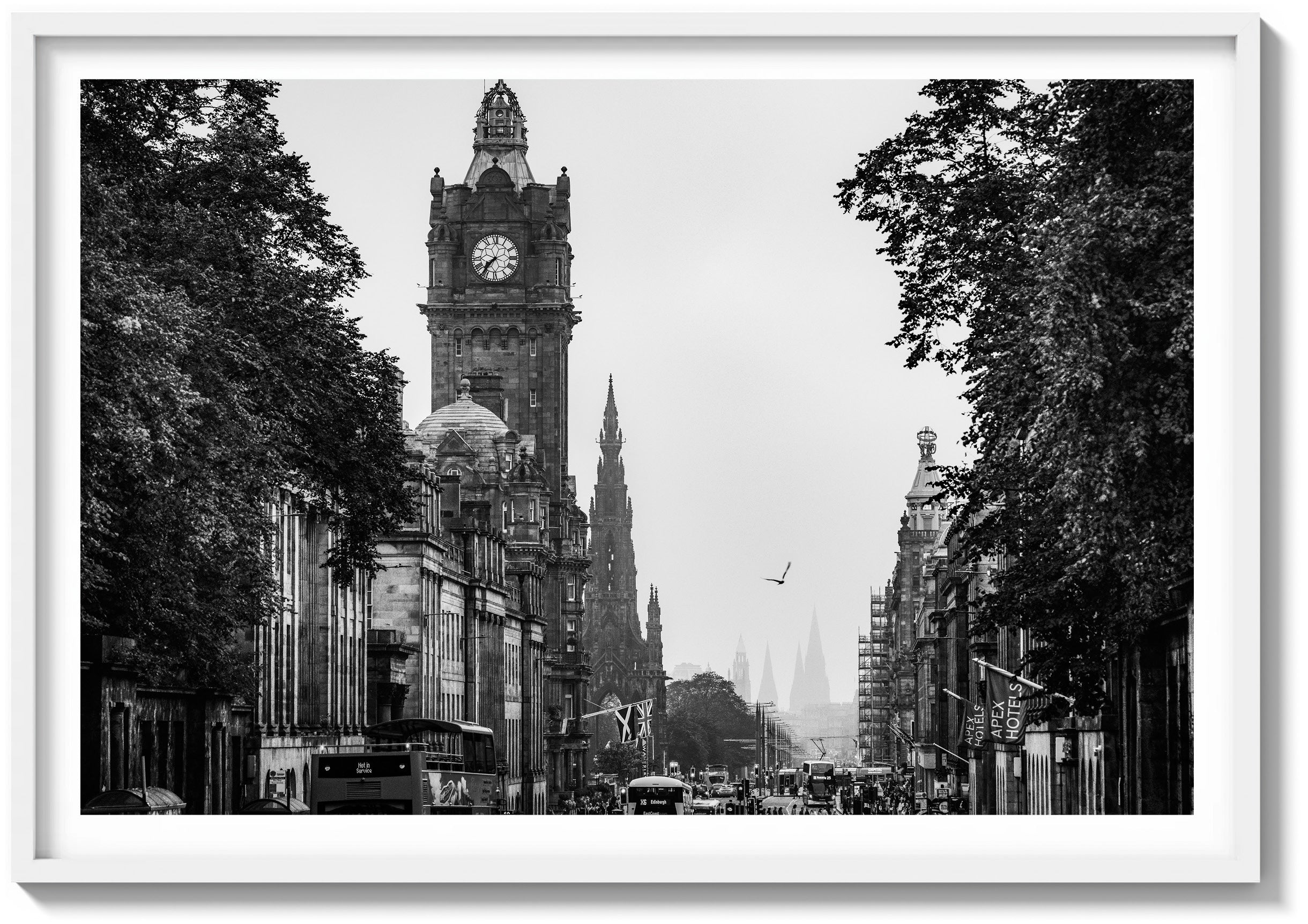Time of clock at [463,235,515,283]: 7:36
